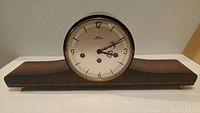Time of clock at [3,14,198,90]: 3:10
